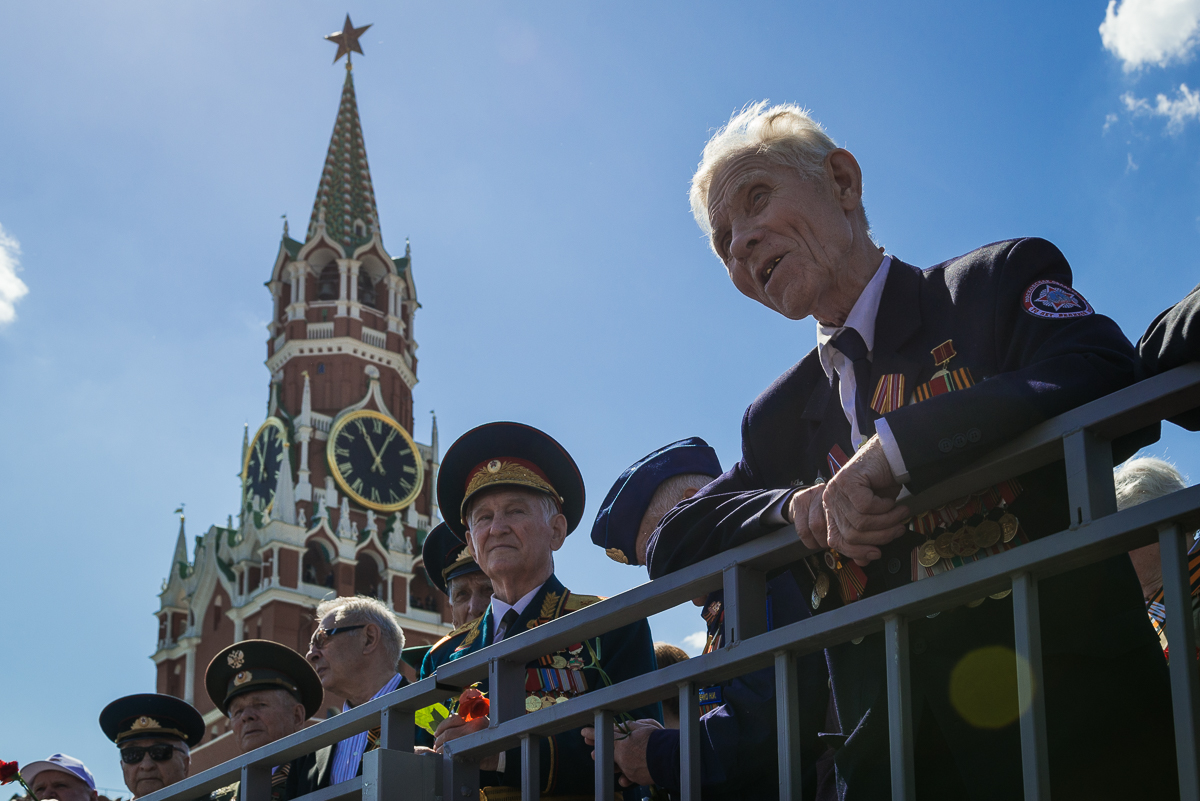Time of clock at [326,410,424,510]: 11:04
